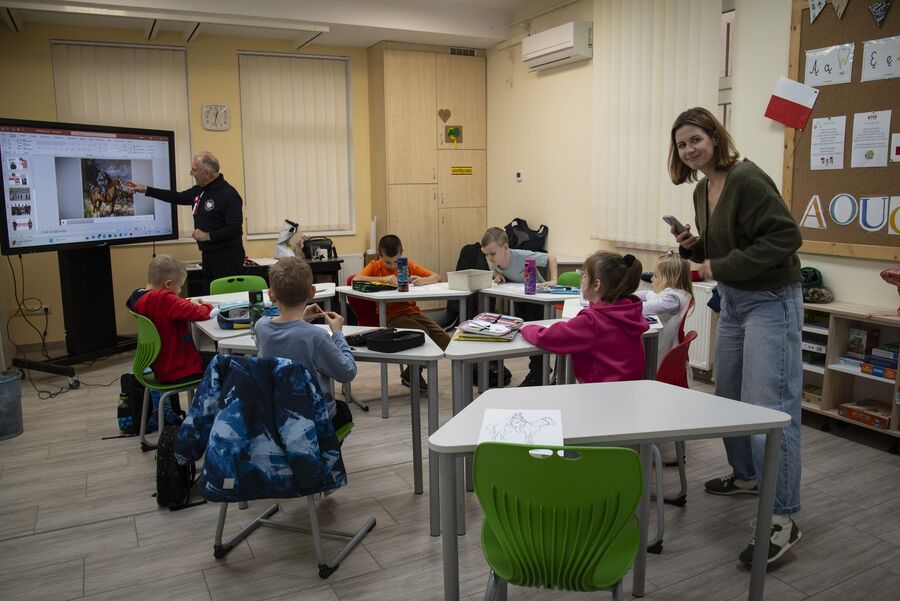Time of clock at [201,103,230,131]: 12:32
